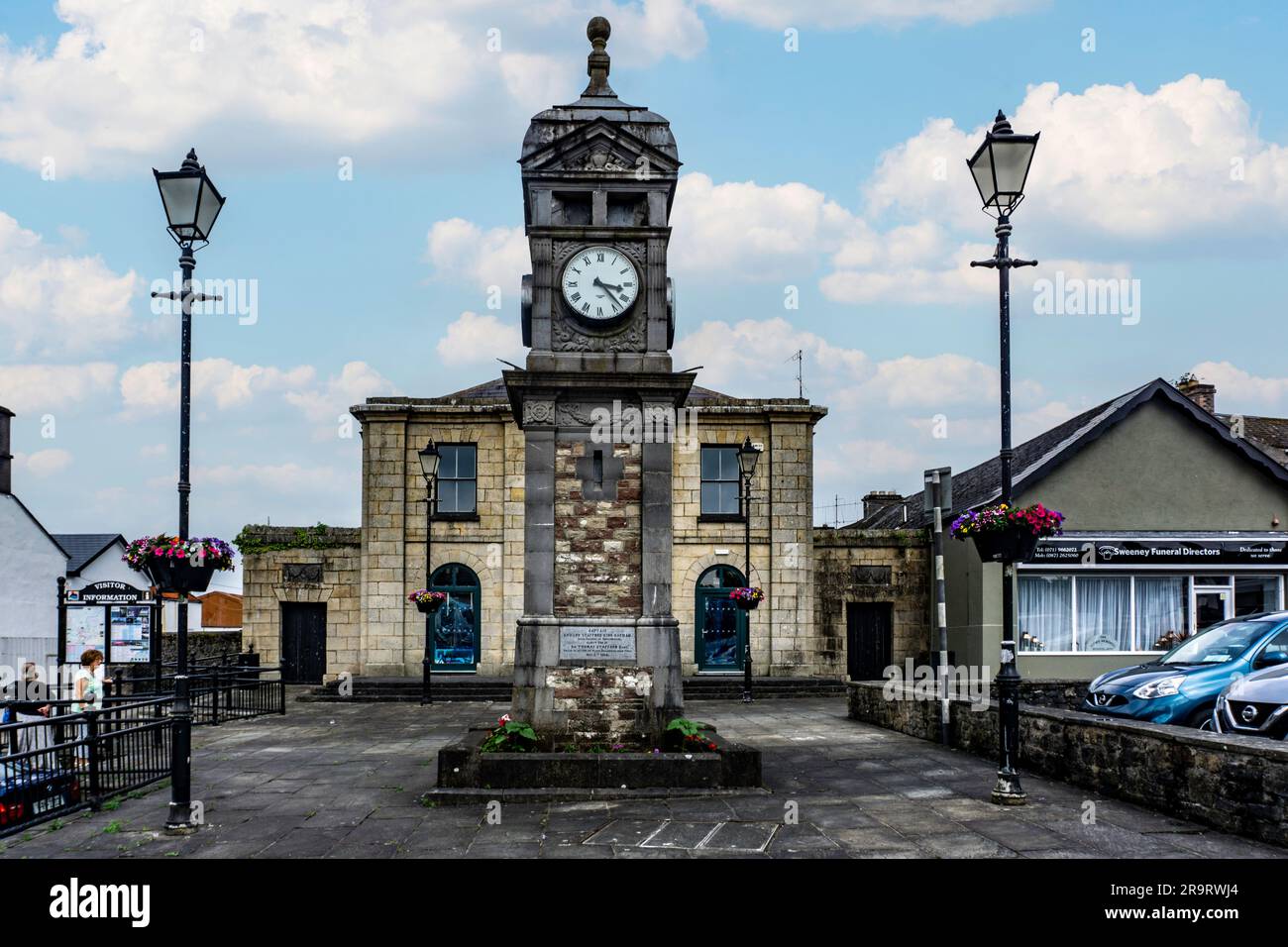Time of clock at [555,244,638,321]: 3:22
